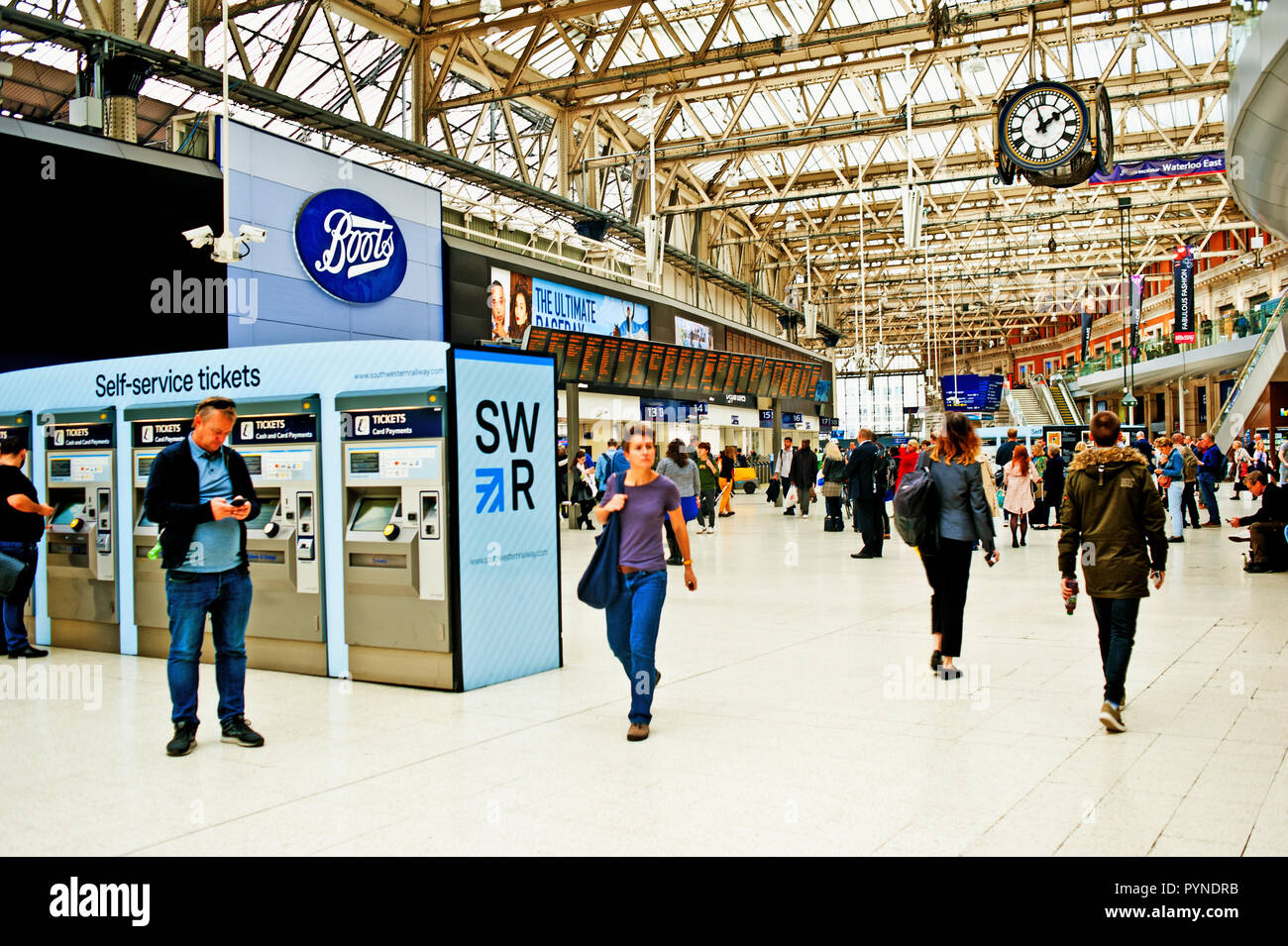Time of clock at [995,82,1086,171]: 1:57
